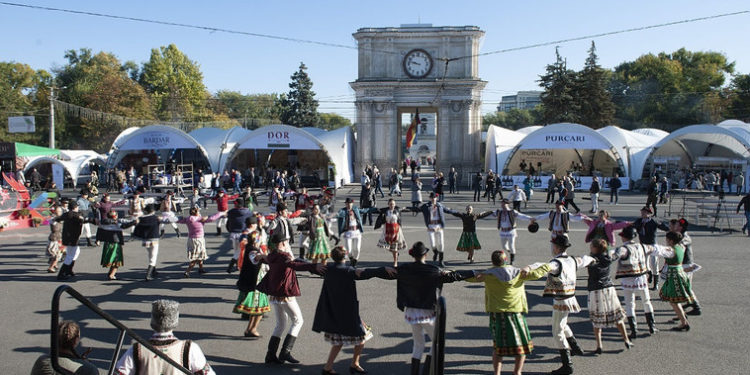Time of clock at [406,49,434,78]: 9:47
